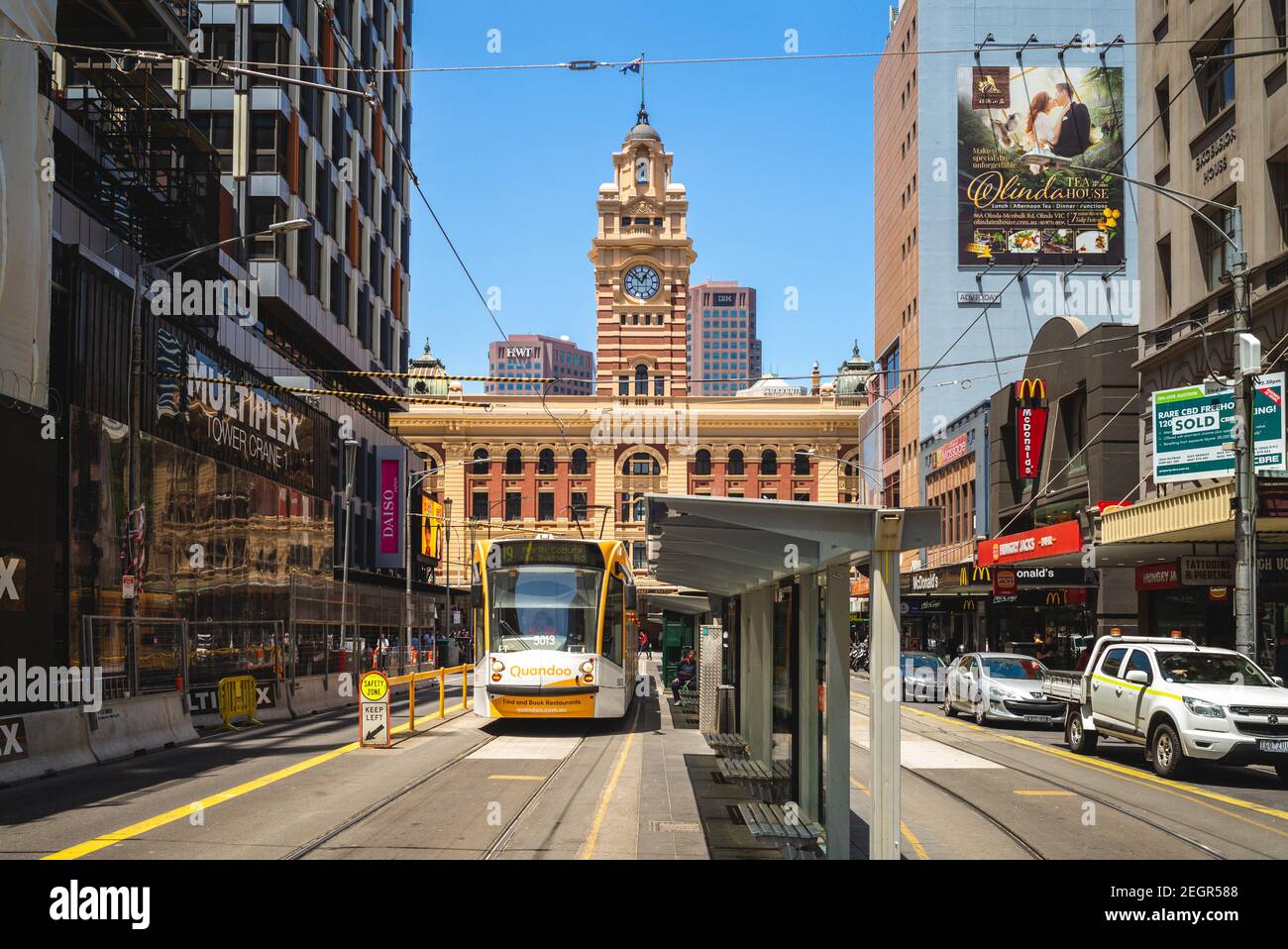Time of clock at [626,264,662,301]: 12:52
